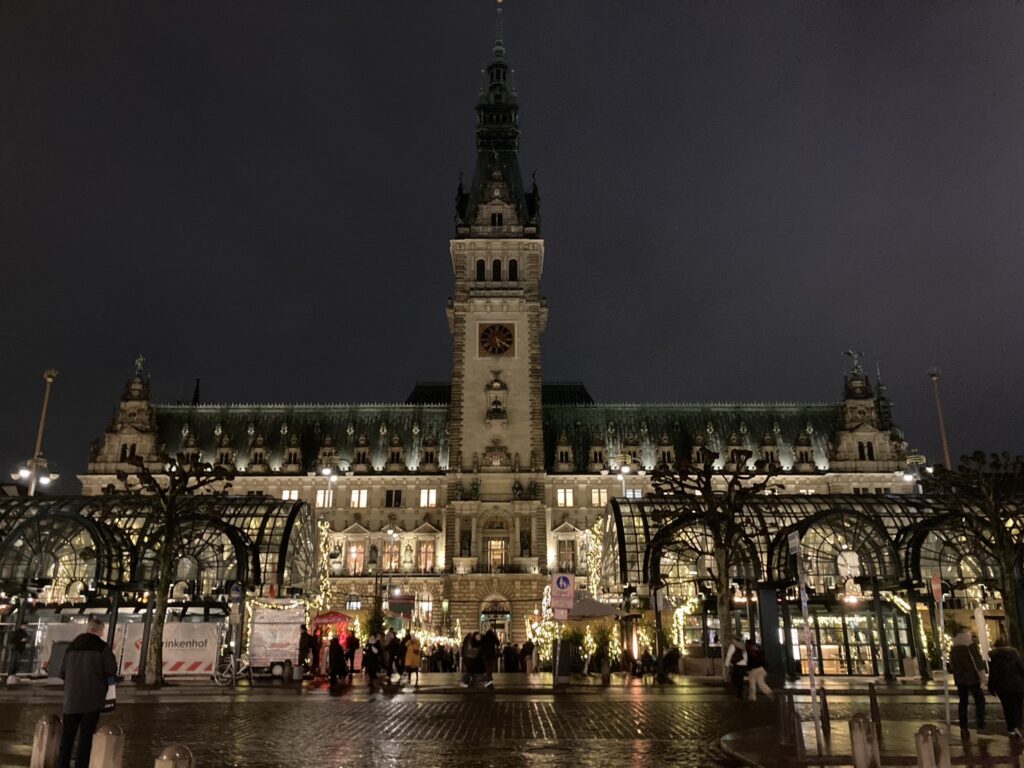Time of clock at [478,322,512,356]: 5:19
